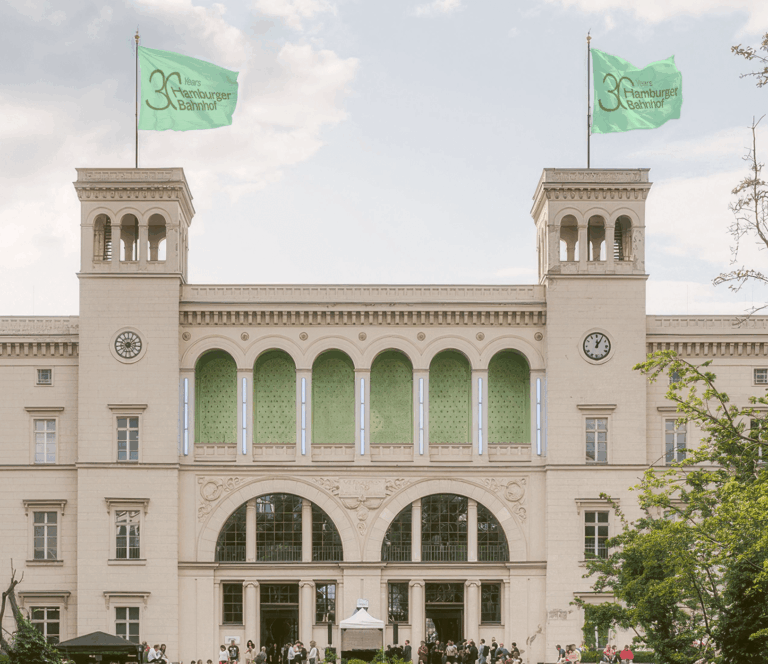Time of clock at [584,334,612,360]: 12:05
